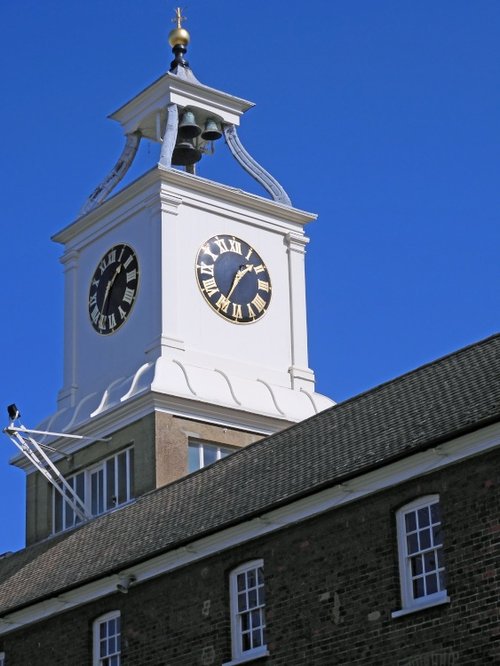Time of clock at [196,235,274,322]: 1:34
